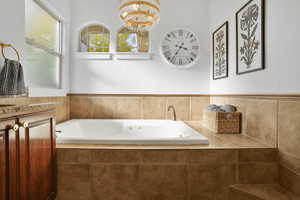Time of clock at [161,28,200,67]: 3:35
